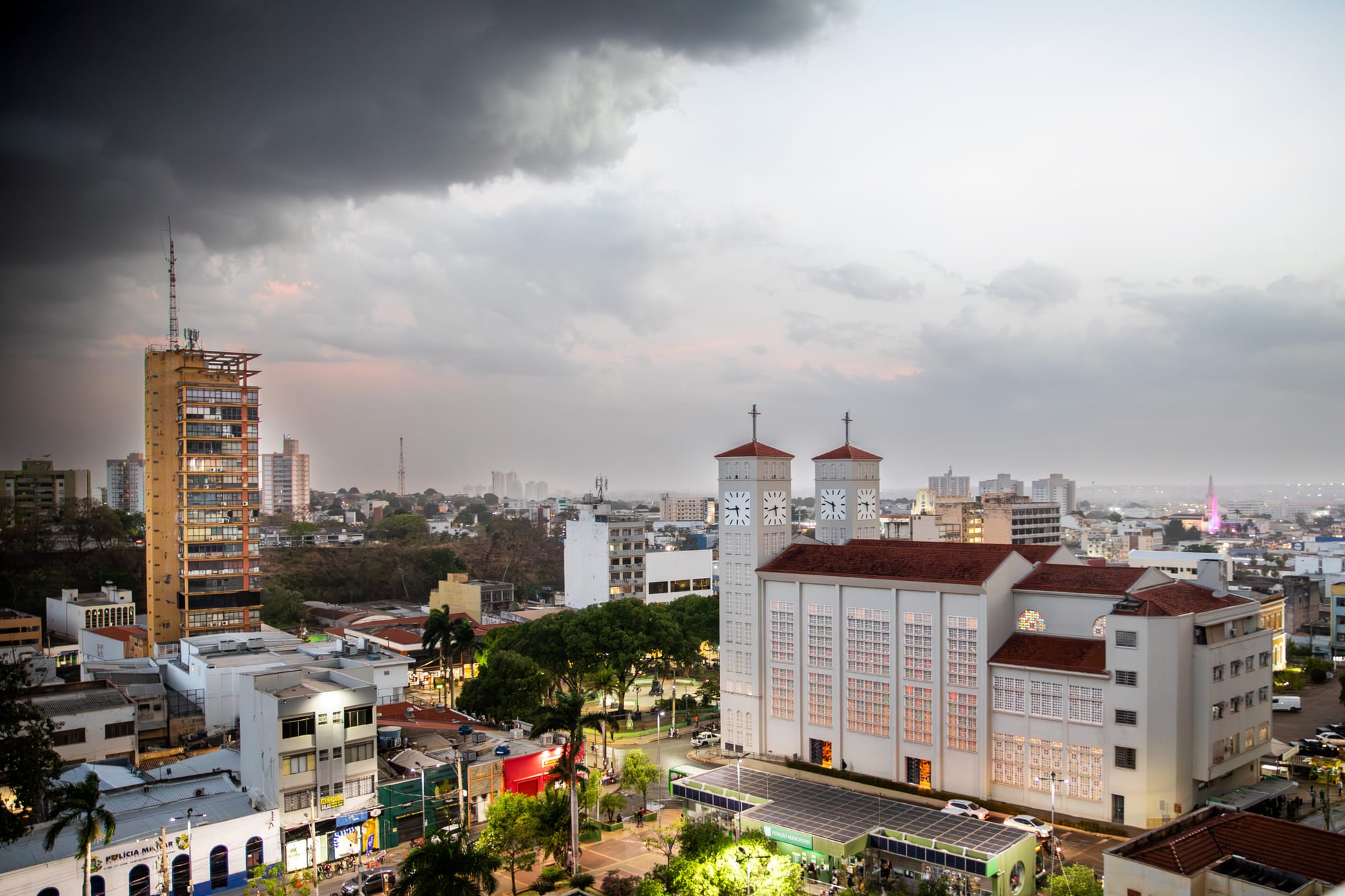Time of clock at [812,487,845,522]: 5:48
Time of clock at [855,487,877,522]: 5:46
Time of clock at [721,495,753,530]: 5:44
